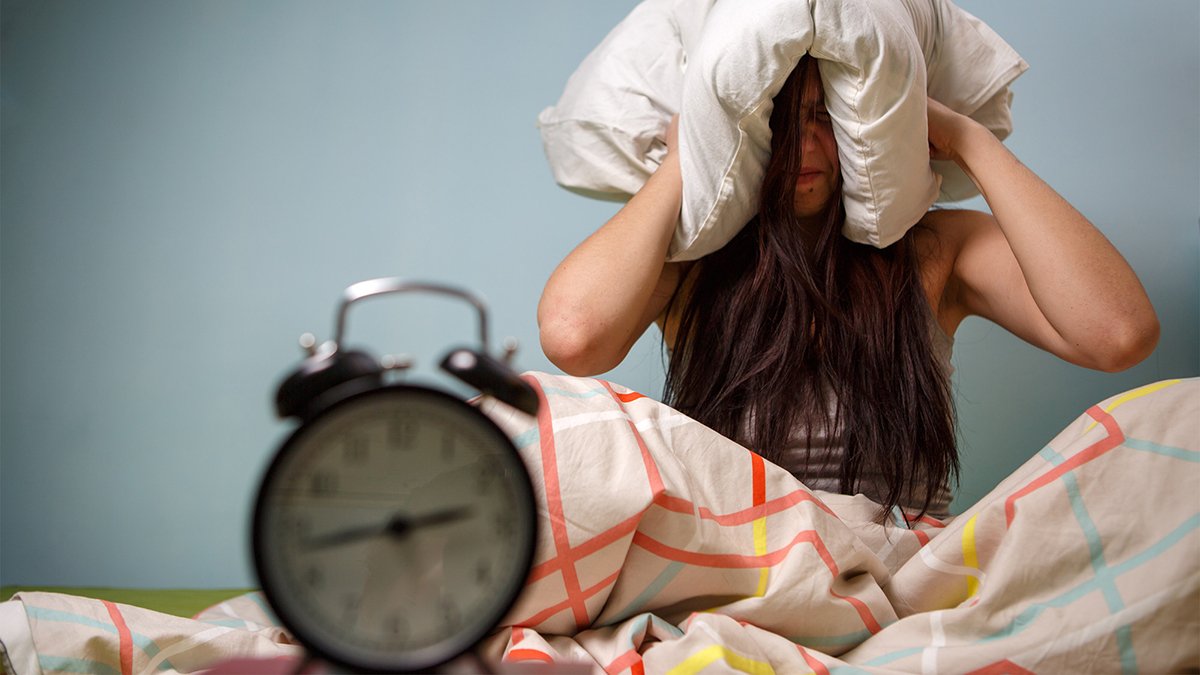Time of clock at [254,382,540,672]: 2:43
